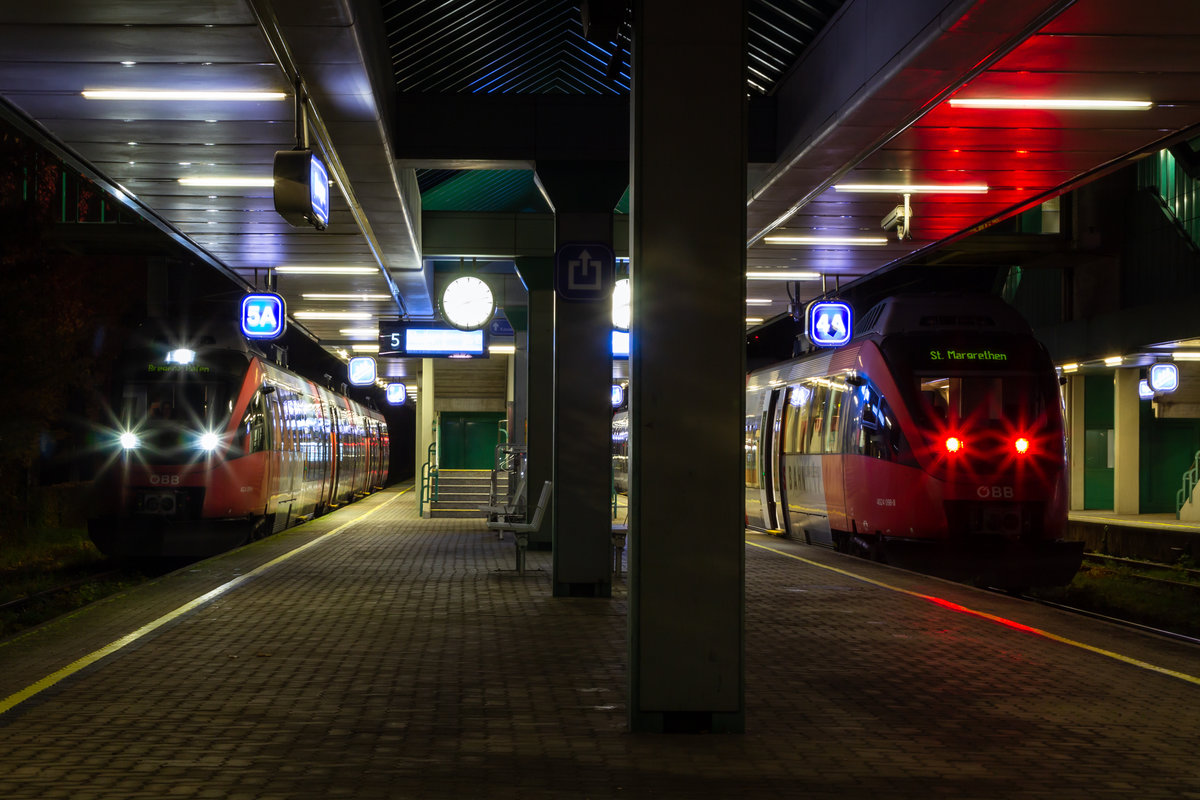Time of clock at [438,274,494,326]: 8:12
